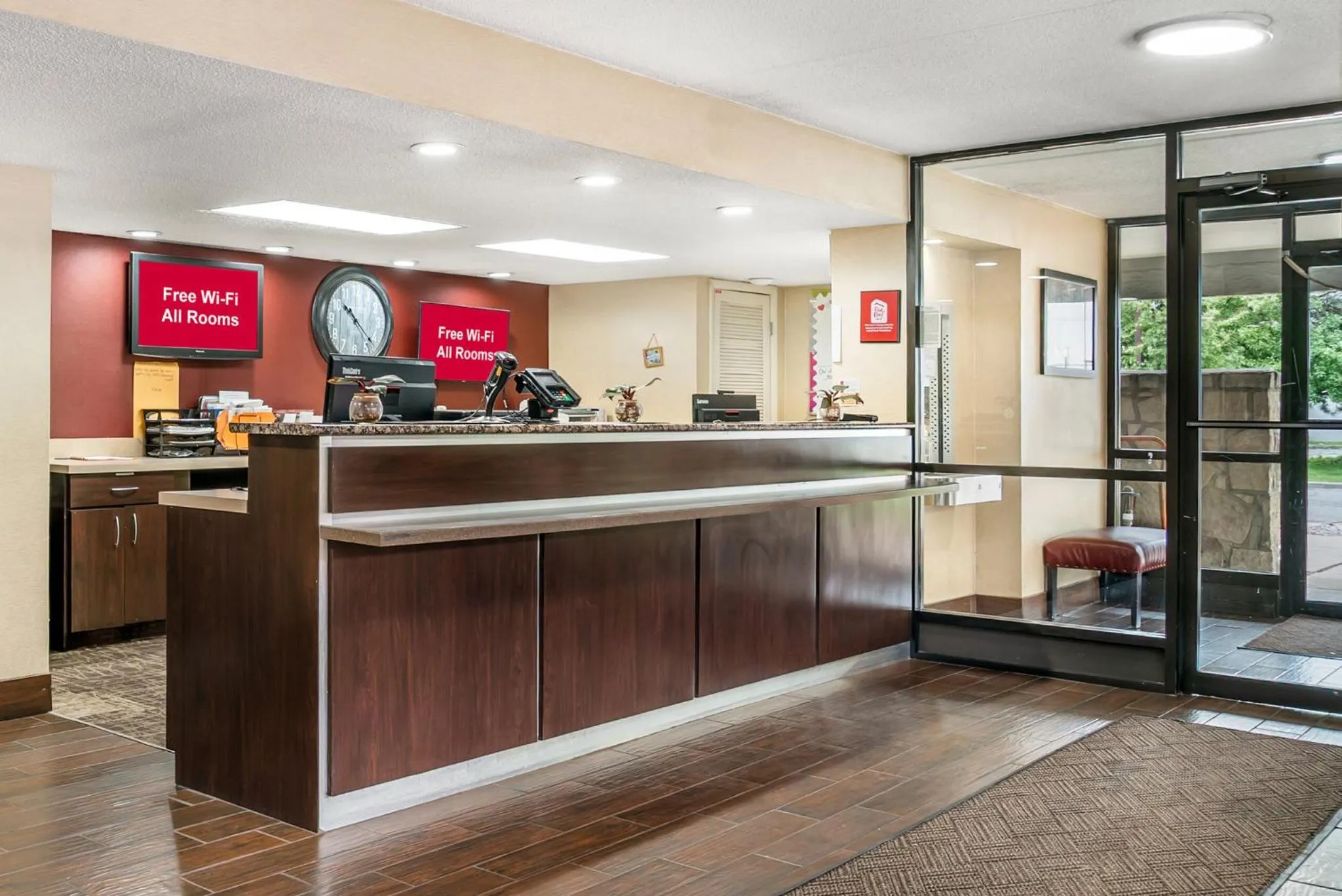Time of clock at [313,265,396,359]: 10:22
